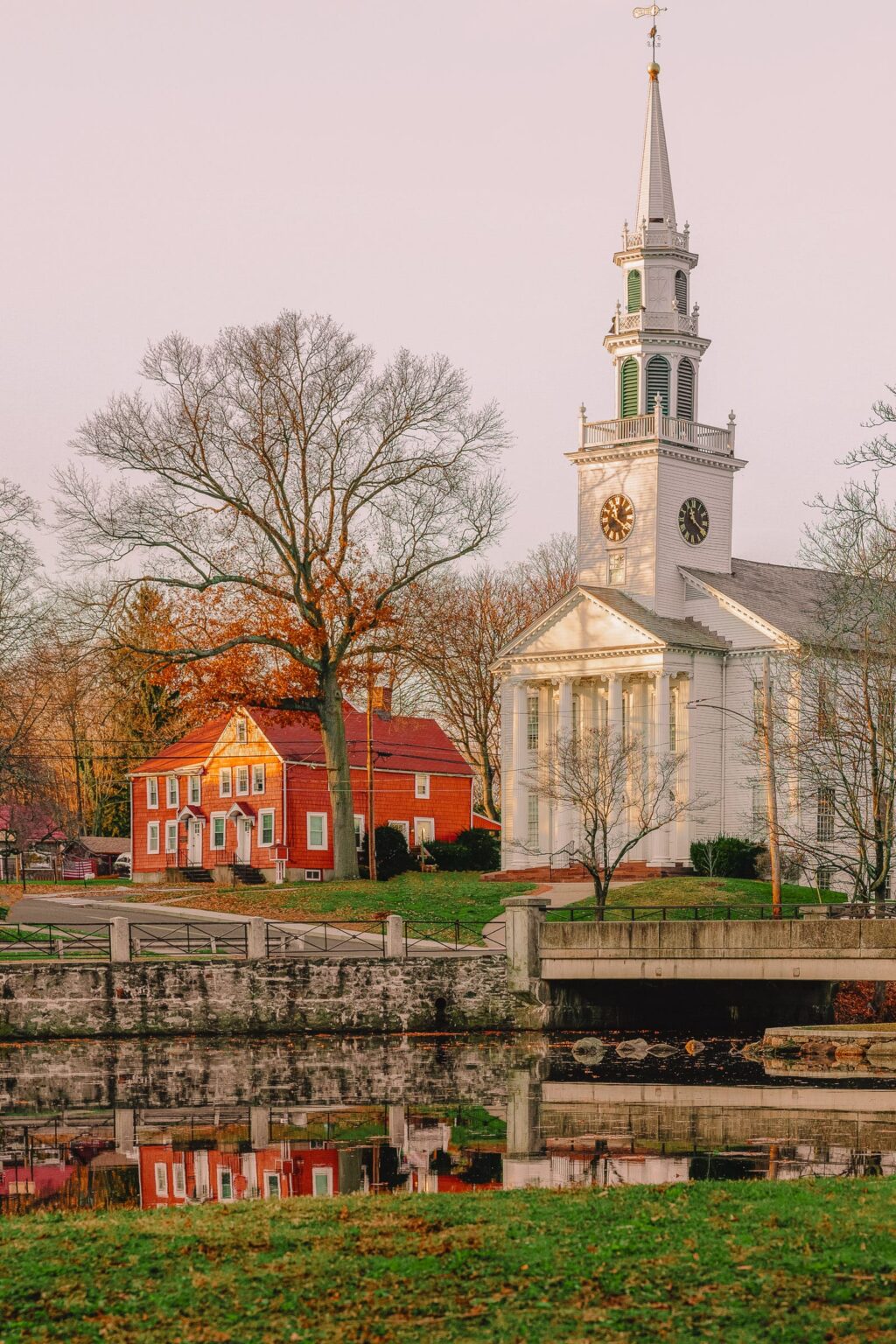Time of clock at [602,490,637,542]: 11:21
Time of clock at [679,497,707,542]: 11:21
